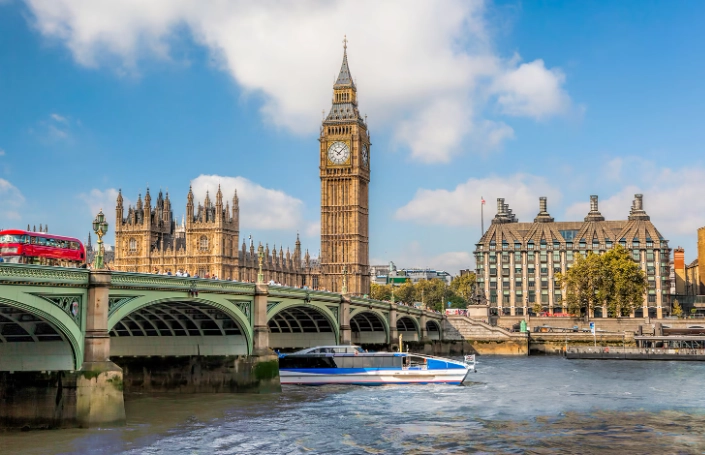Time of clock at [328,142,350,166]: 10:07
